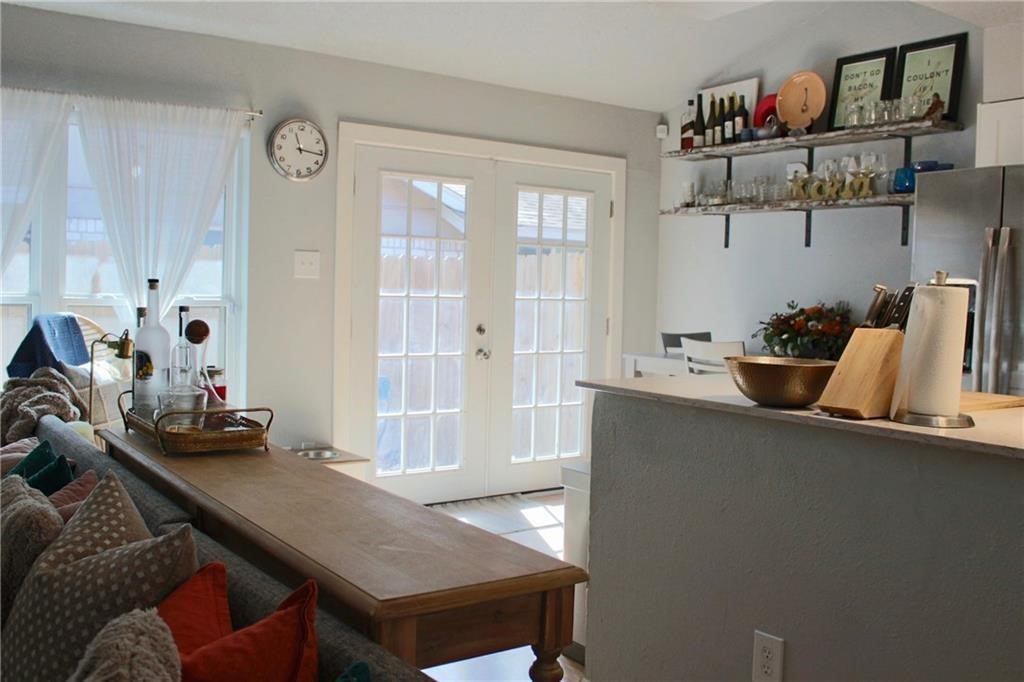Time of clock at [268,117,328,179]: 11:16
